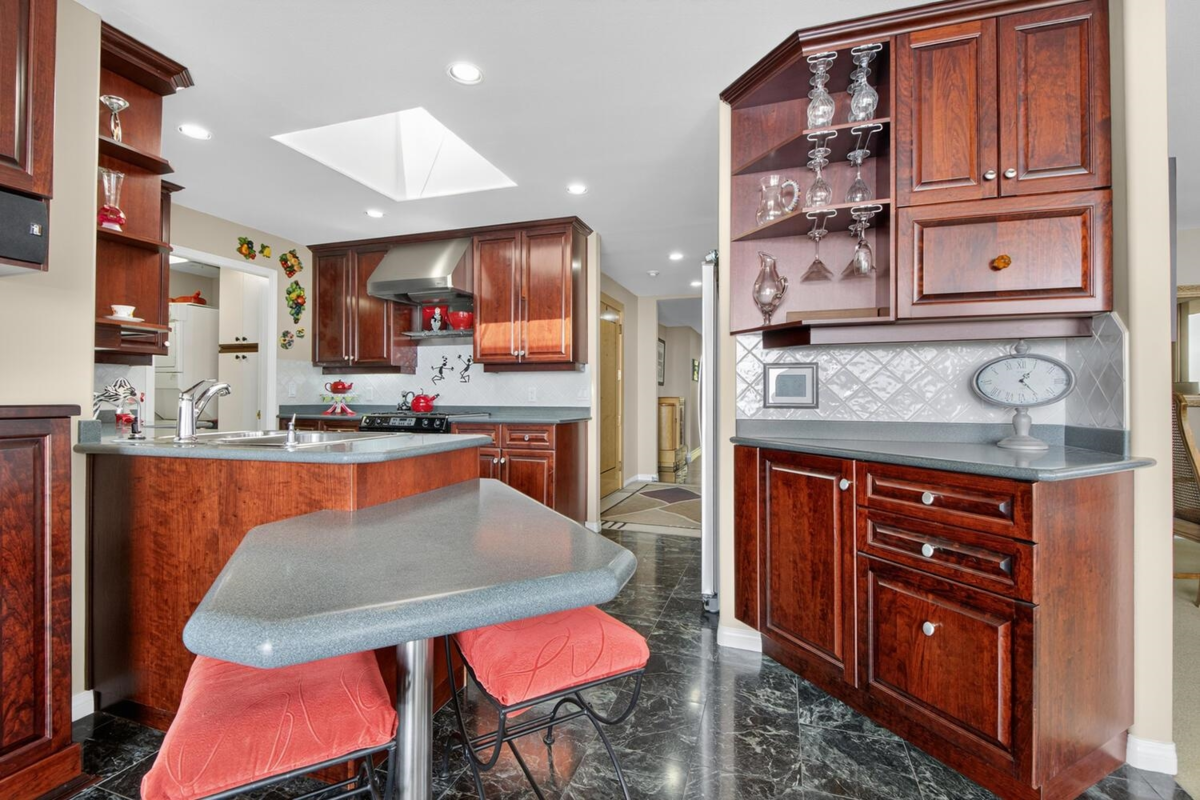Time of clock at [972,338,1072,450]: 1:24
